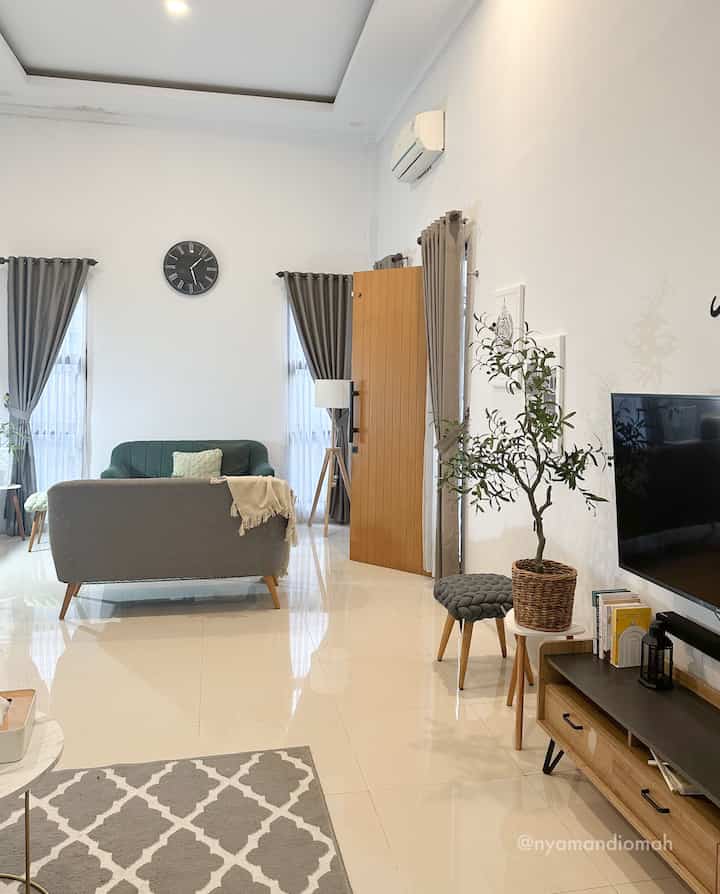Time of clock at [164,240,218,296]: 1:27
